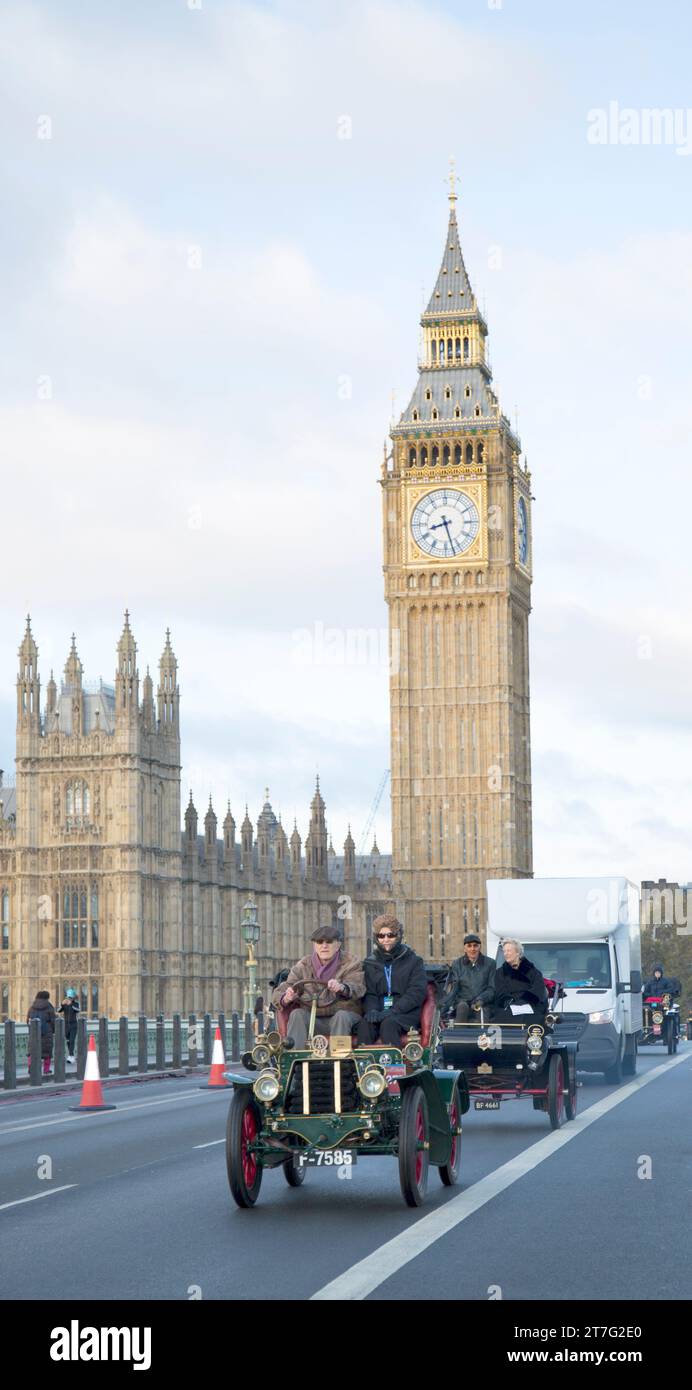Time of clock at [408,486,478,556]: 8:27
